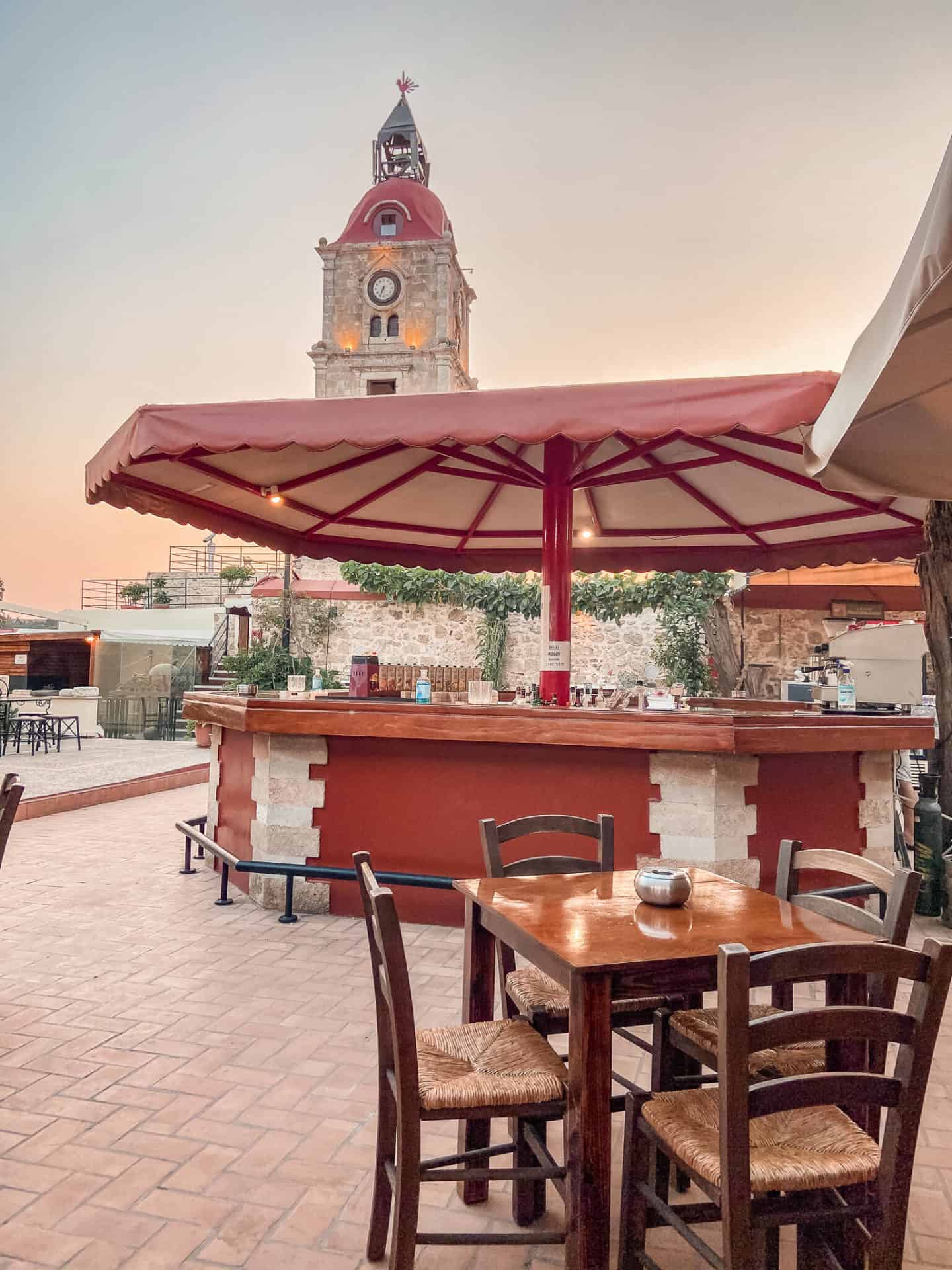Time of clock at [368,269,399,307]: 6:34
